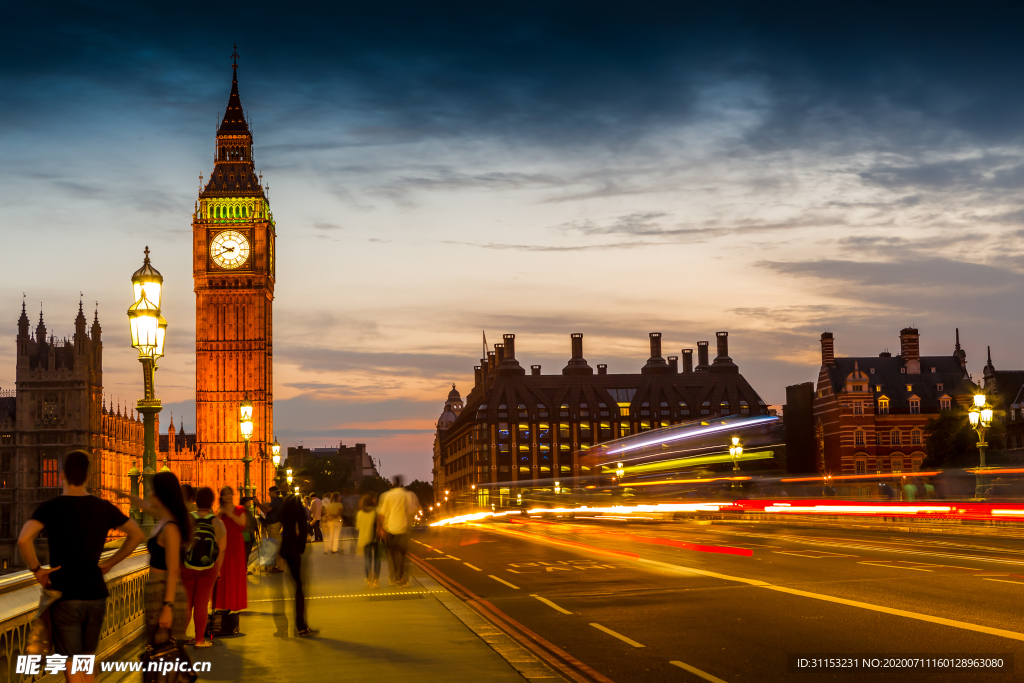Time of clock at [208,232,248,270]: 9:42
